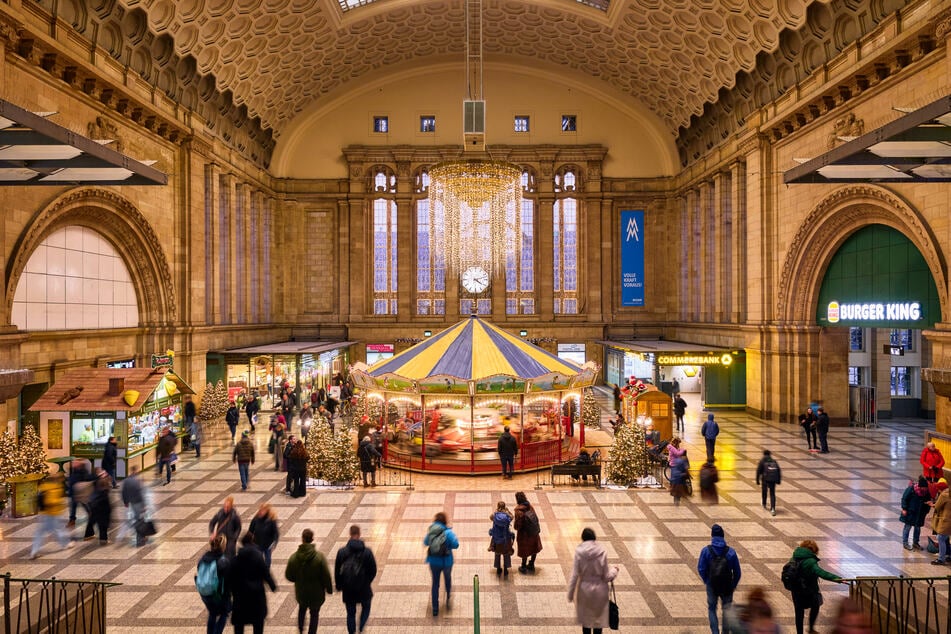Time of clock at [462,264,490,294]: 4:12
